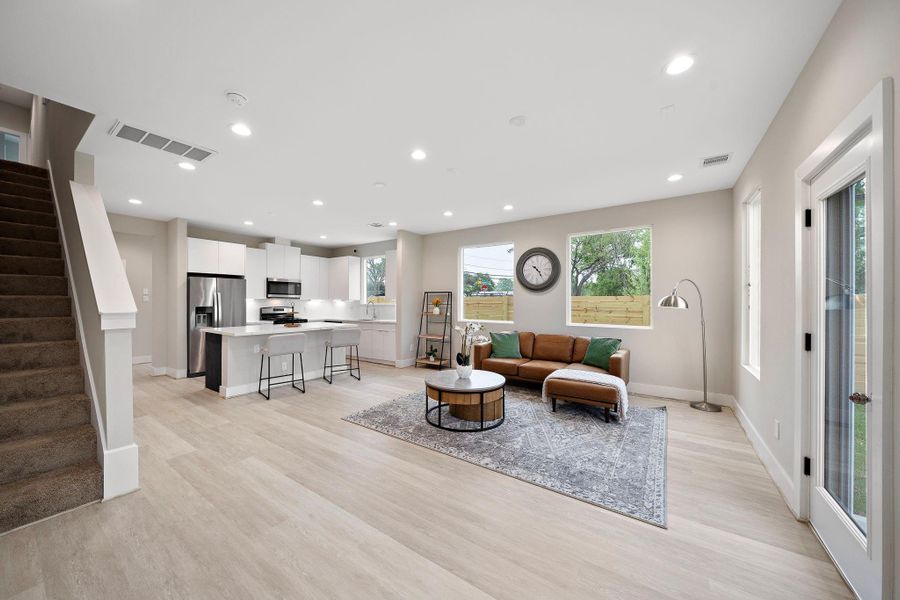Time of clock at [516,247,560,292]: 10:24
